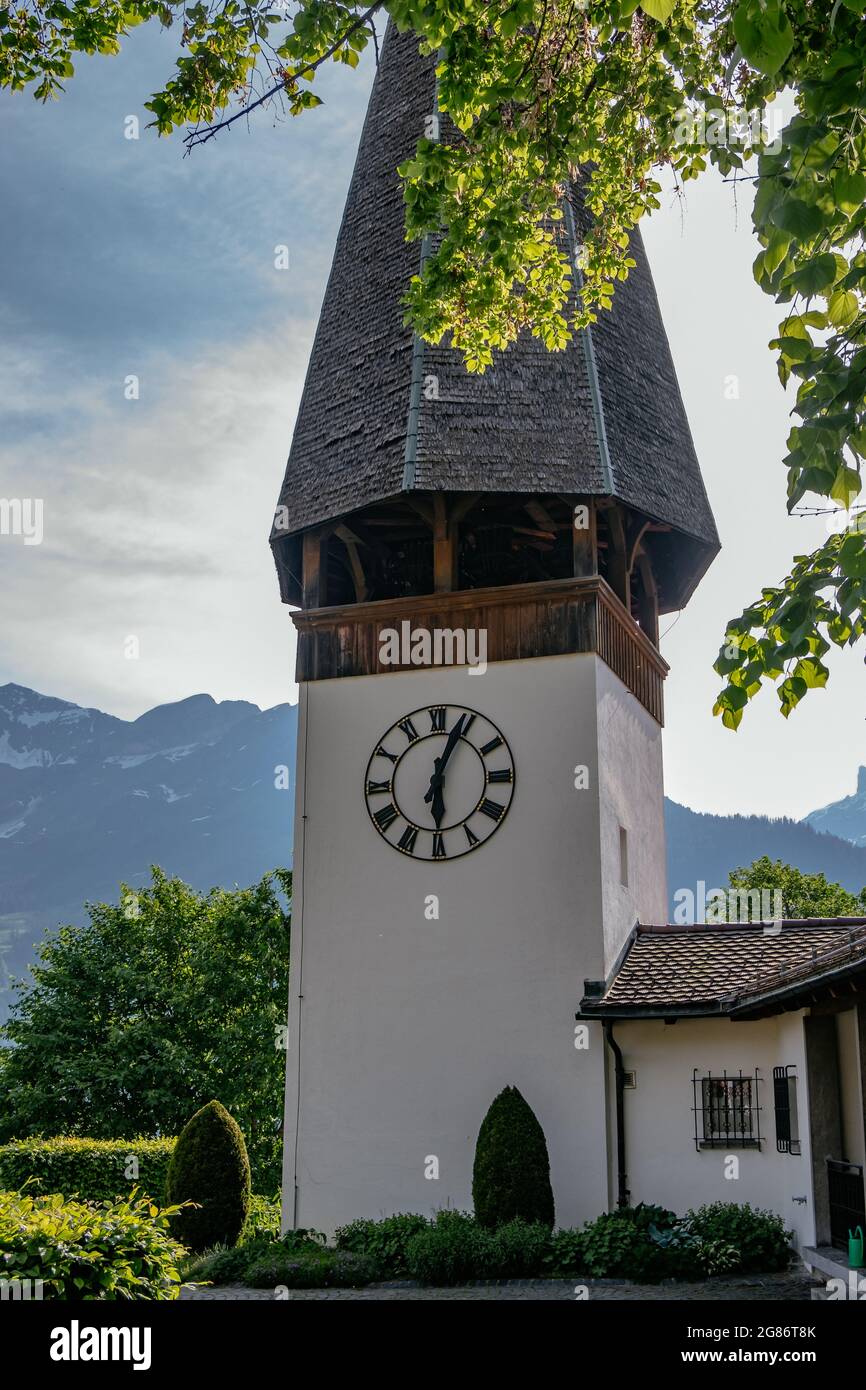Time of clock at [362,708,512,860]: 6:03
